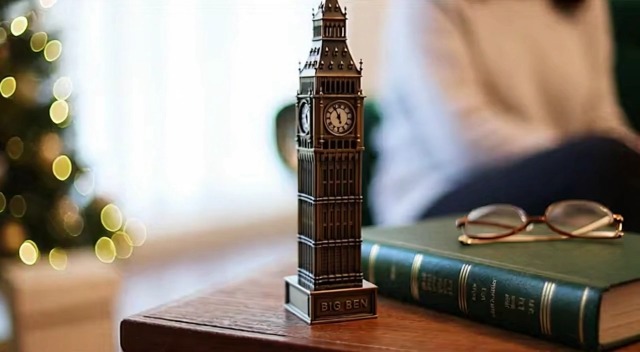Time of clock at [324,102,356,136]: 11:55
